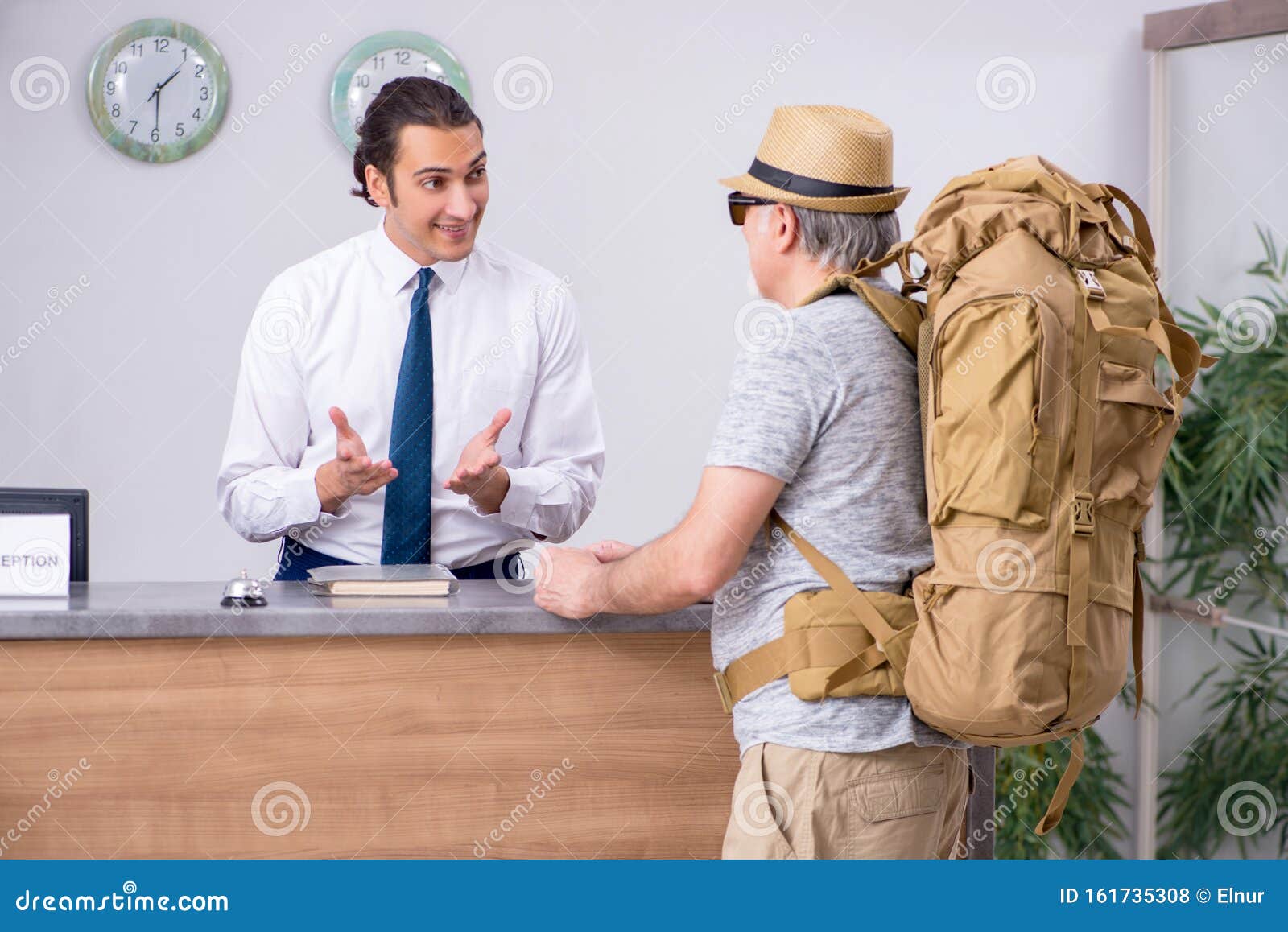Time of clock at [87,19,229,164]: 1:29
